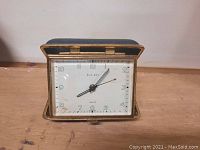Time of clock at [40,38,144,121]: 8:06
